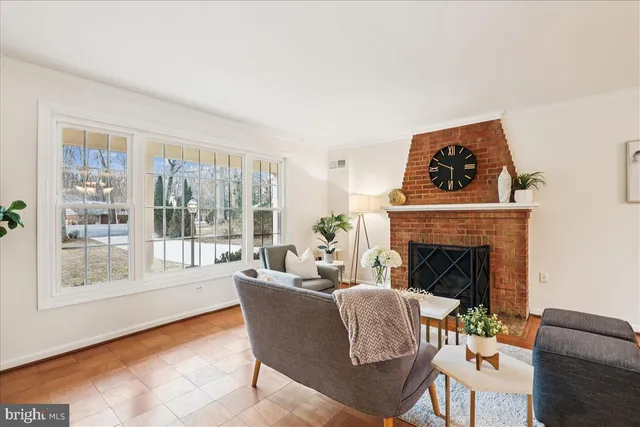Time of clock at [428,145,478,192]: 5:48
